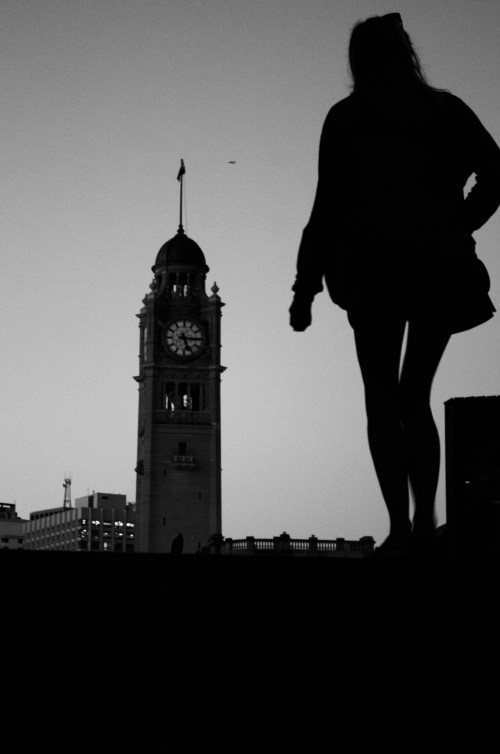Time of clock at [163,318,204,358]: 5:15
